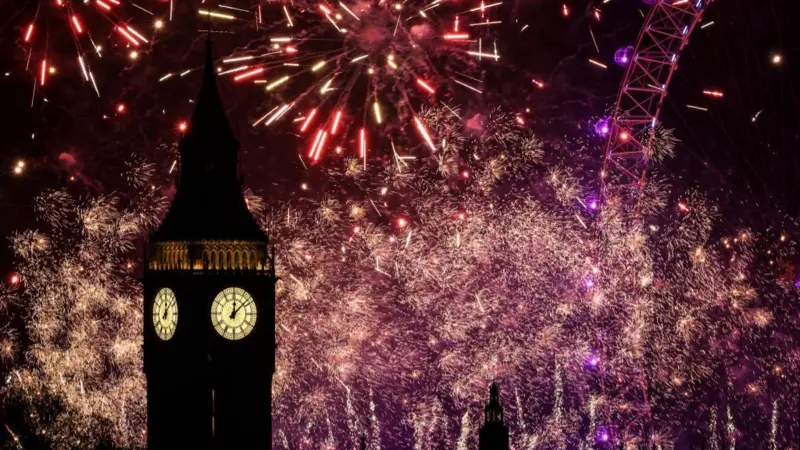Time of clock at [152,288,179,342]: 12:07
